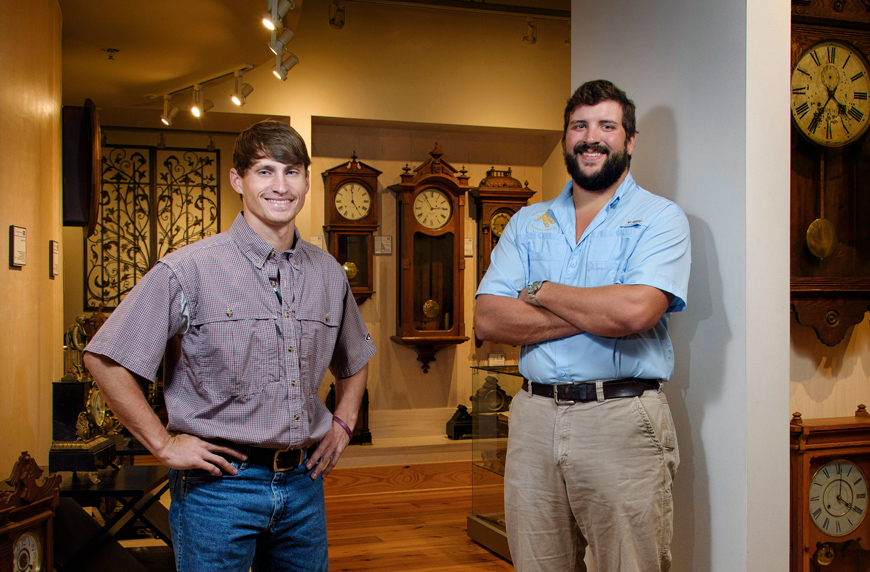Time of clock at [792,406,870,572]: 4:01
